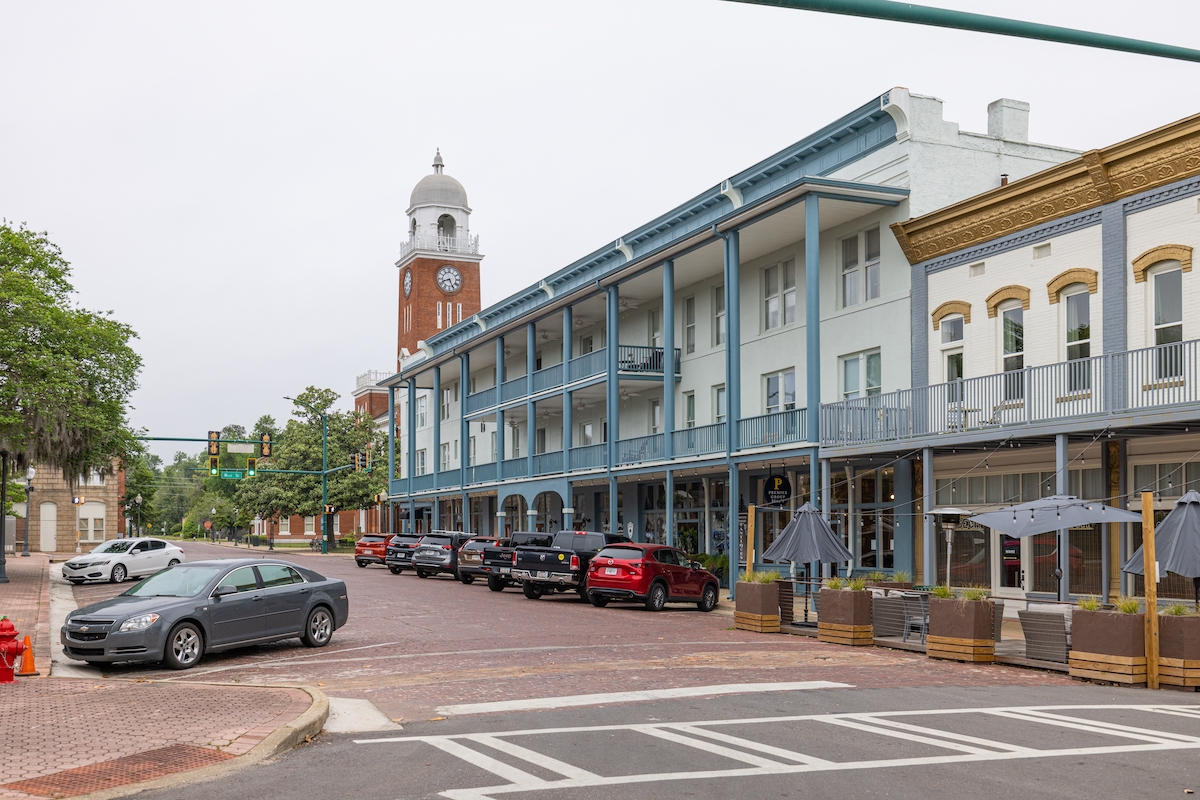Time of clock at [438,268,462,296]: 8:26
